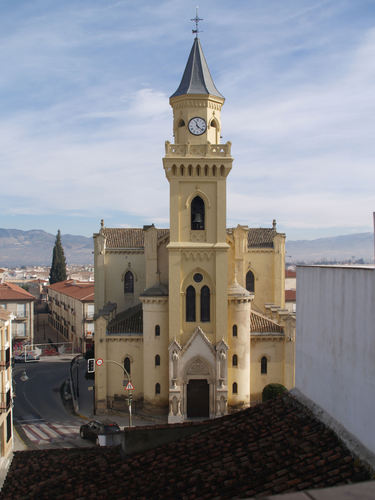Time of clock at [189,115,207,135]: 11:21
